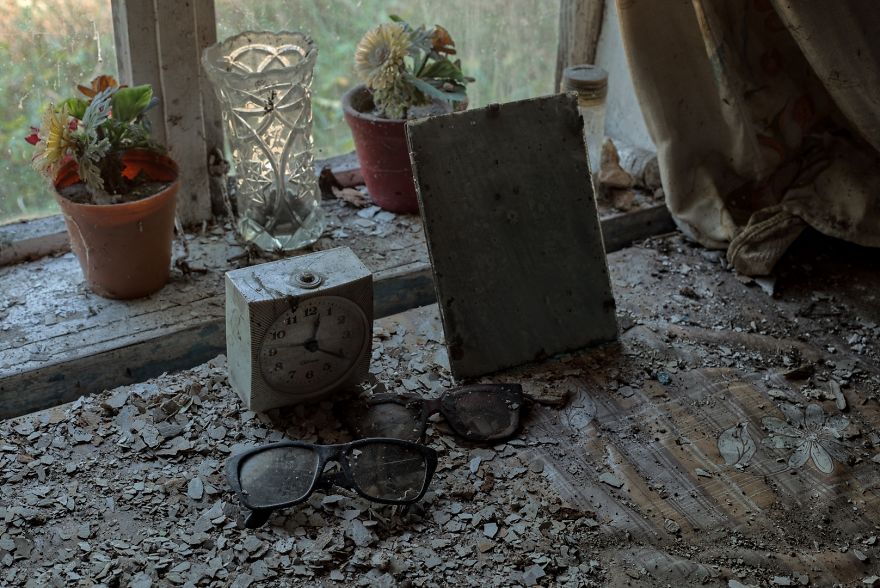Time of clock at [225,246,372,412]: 12:20
